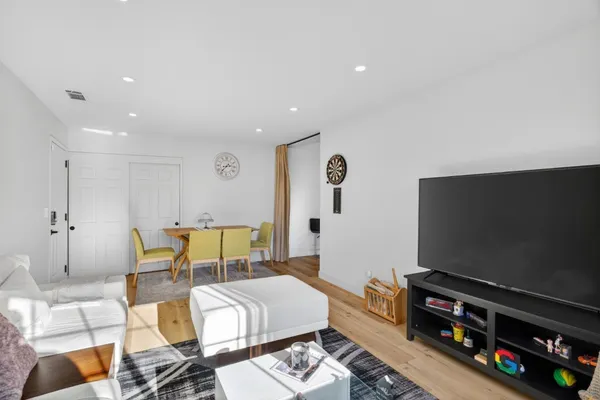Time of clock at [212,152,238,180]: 2:36
